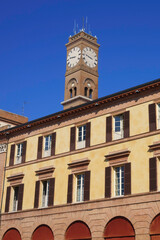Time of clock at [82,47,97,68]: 2:46
